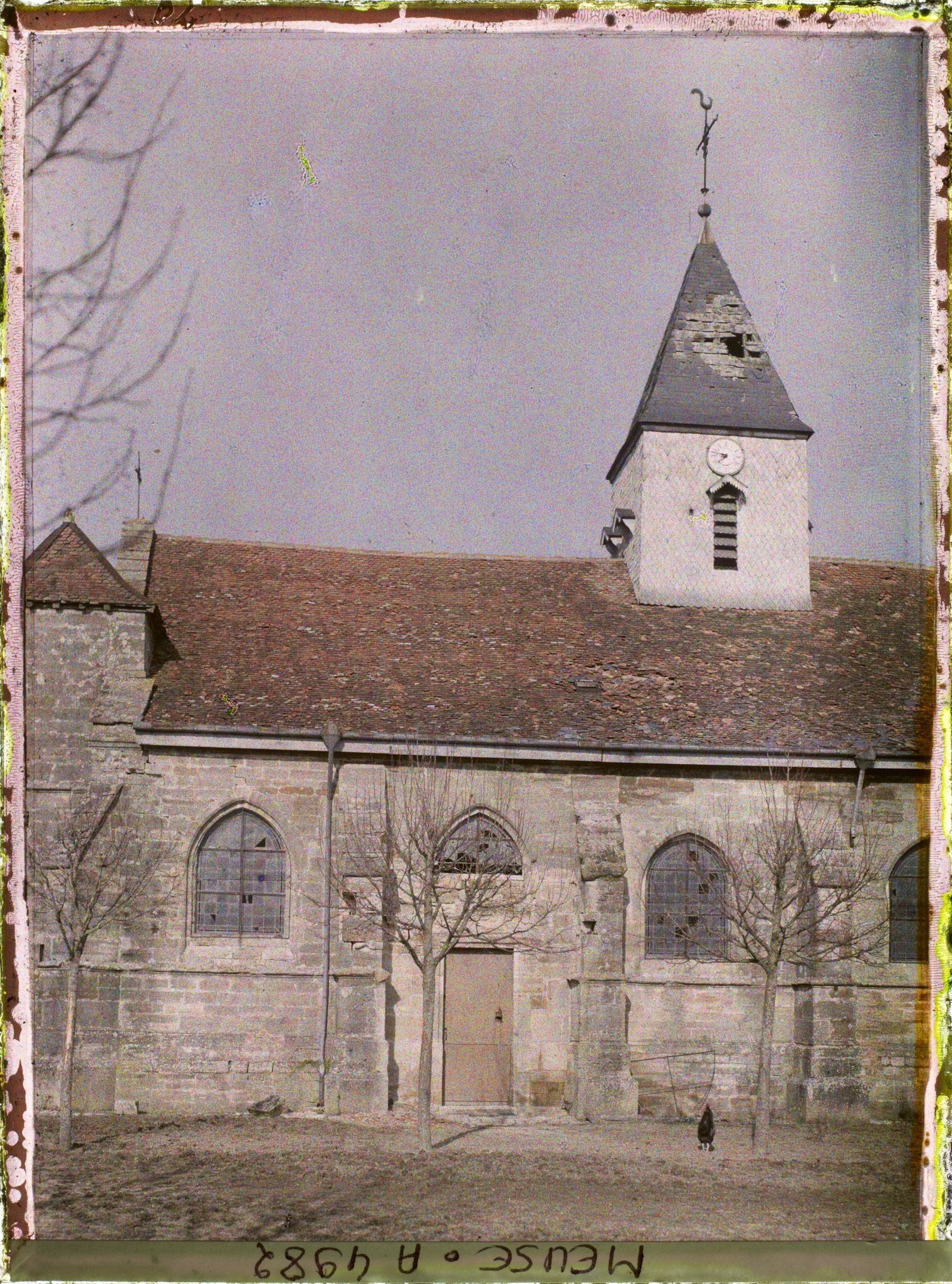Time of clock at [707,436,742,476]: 7:47
